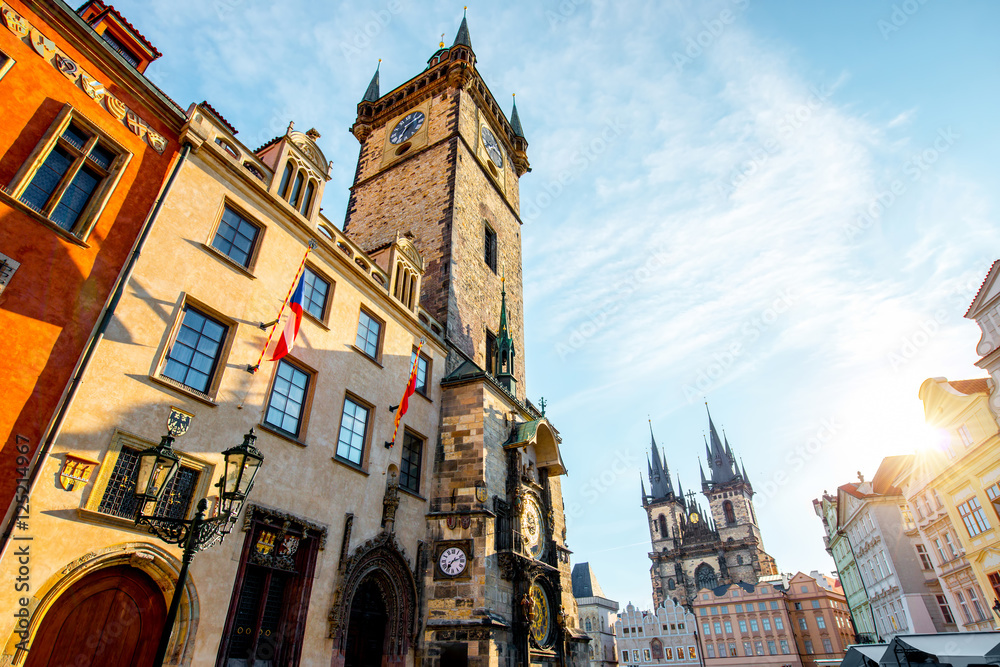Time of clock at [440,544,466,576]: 7:11
